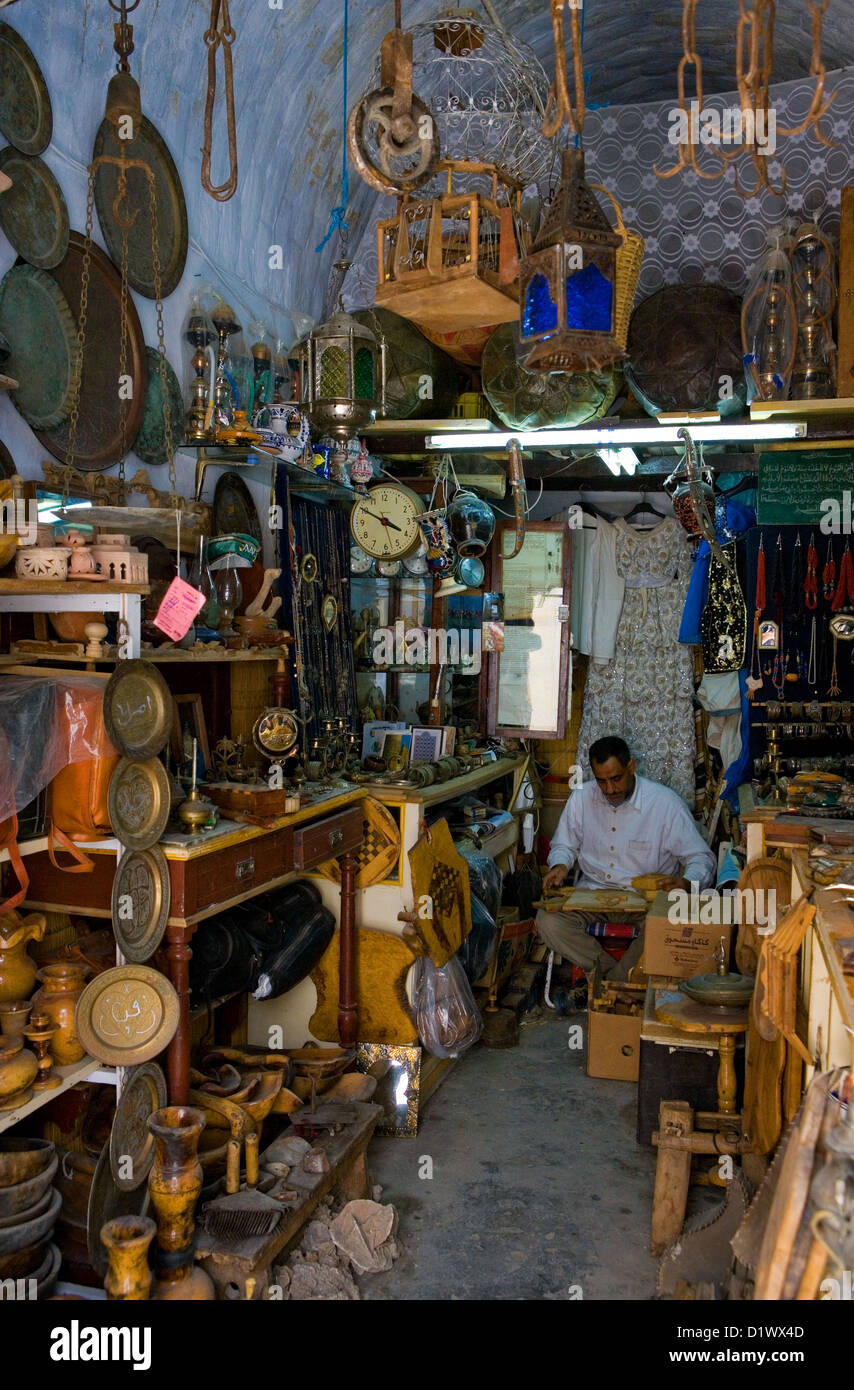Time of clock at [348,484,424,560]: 3:50
